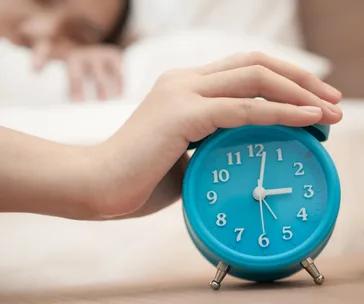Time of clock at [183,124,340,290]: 3:01
